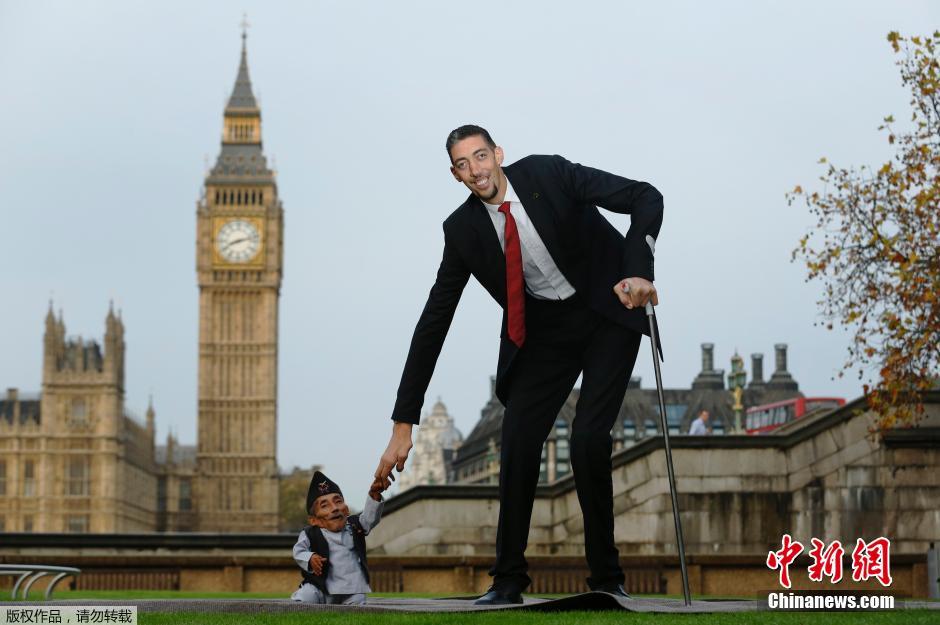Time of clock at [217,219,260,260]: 8:12
